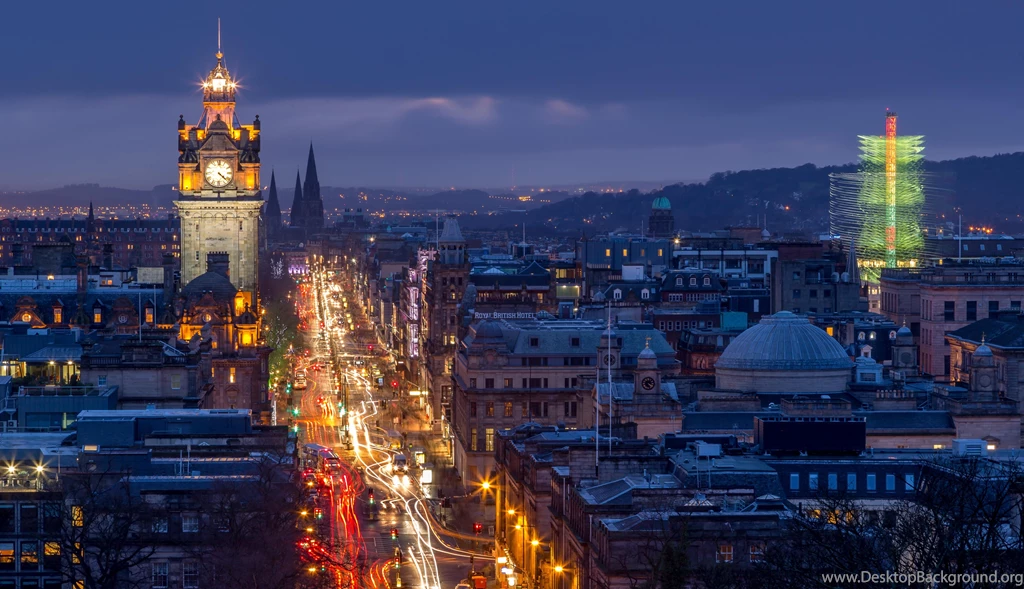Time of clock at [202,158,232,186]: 4:22
